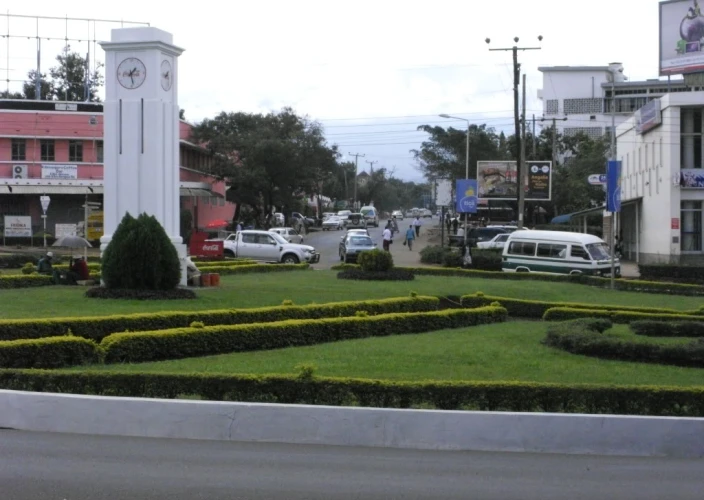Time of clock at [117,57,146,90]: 1:28
